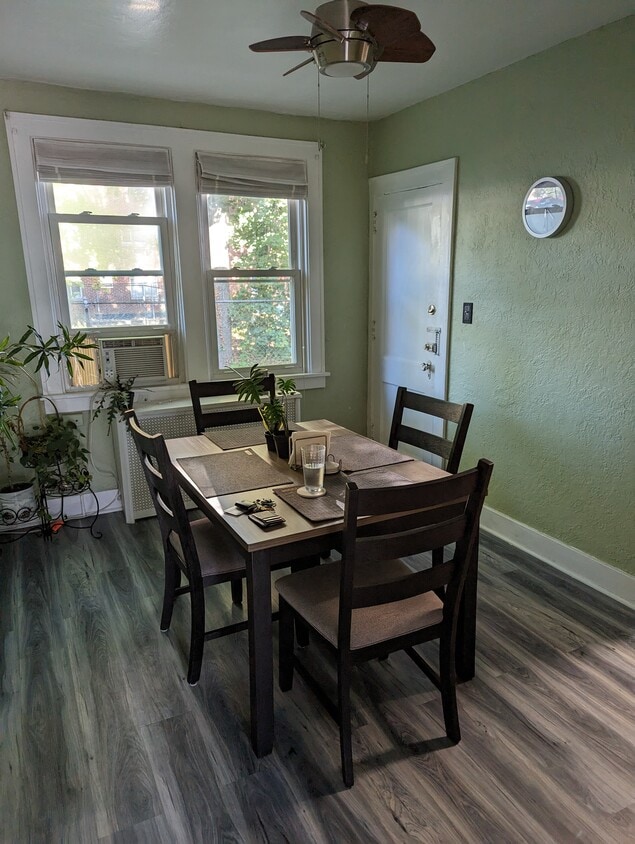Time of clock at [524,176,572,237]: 2:45
